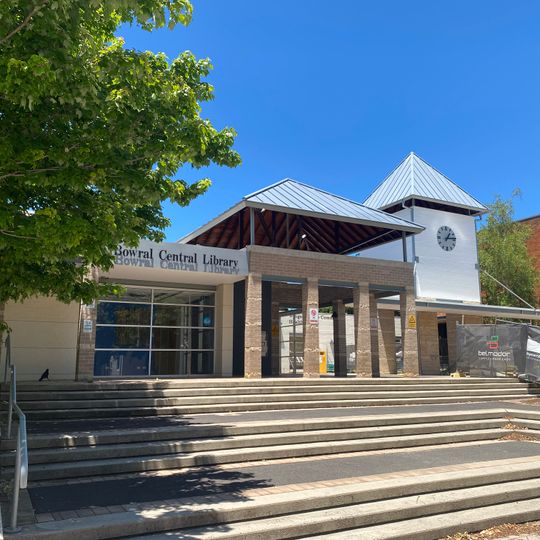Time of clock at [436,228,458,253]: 1:13
